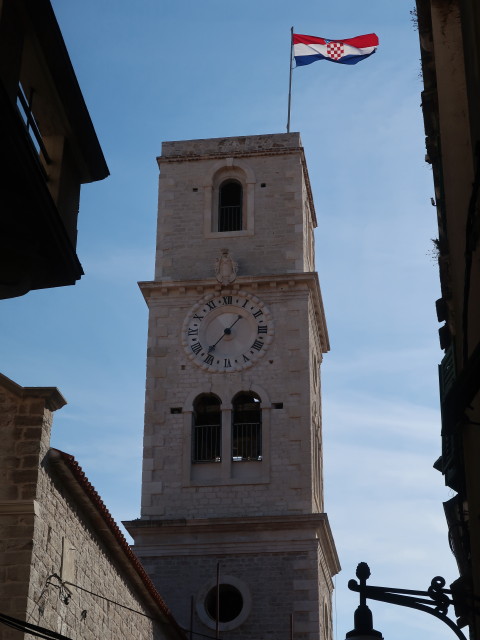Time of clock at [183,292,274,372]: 1:36
